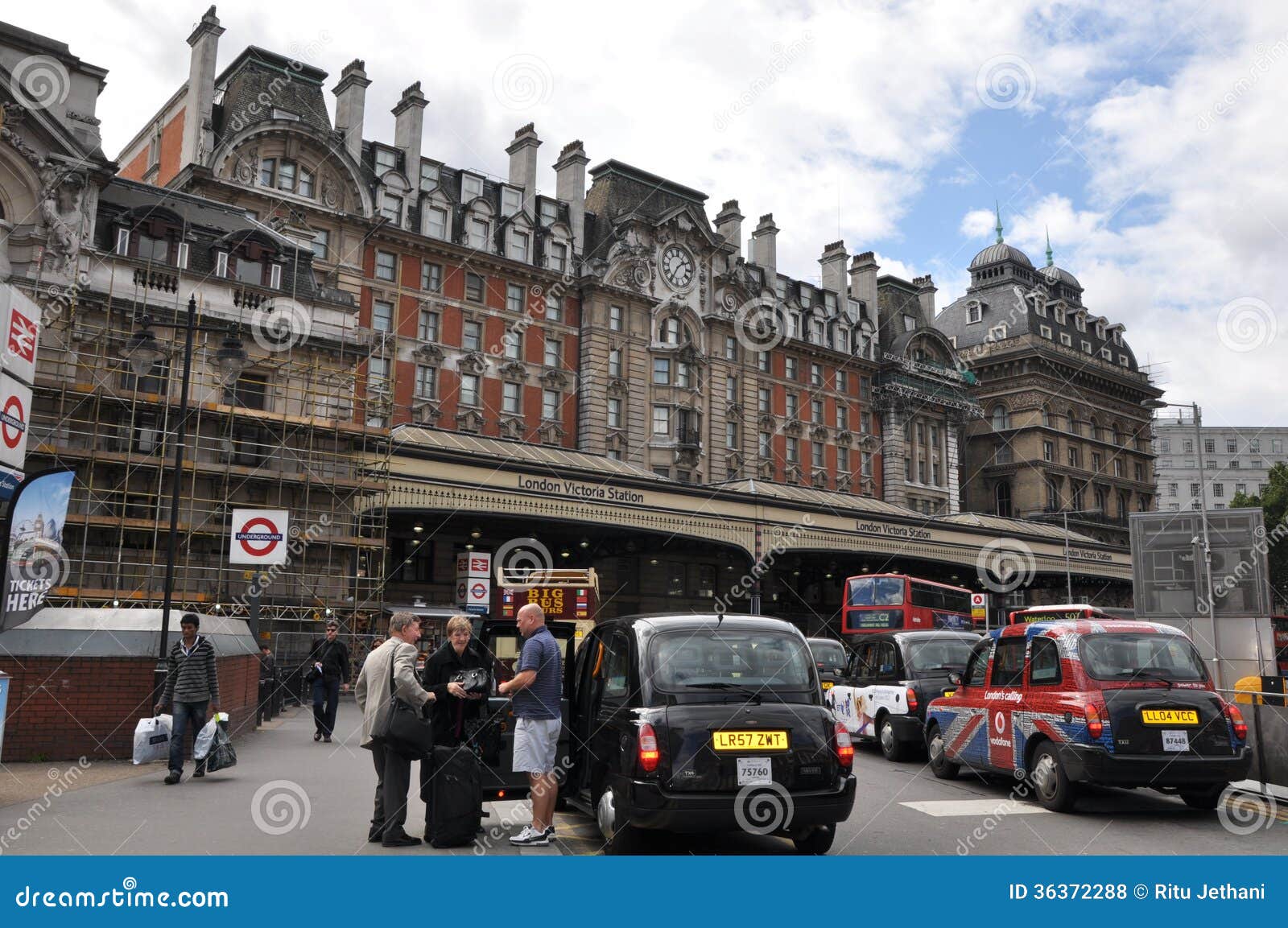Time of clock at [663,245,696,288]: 1:35
